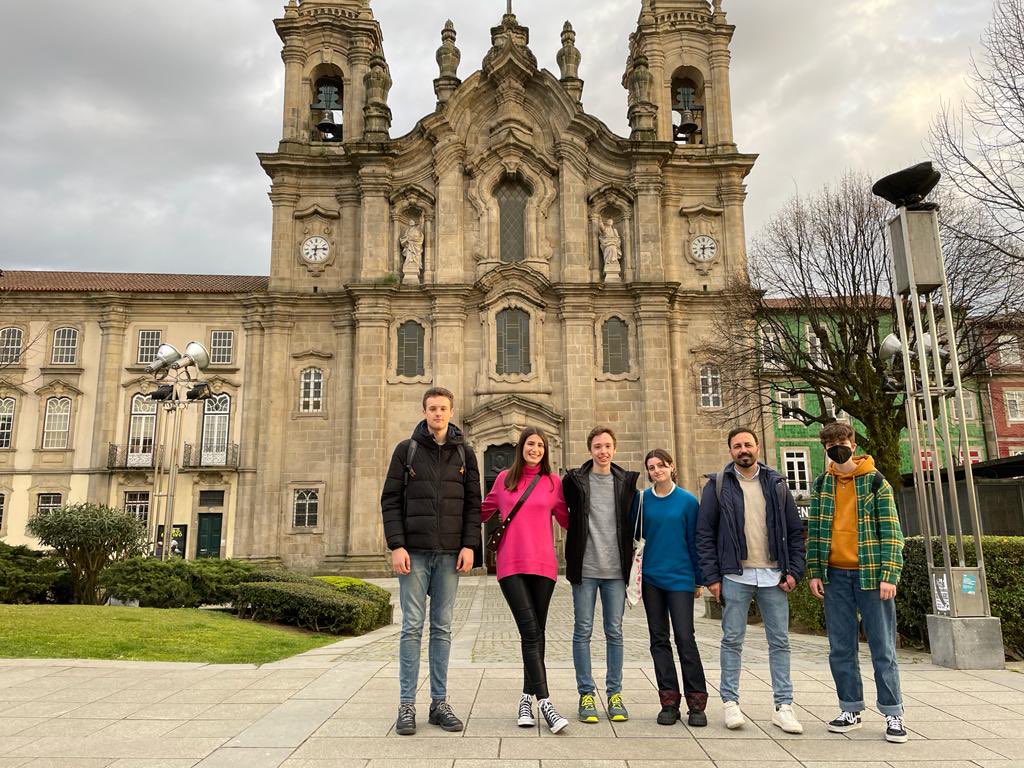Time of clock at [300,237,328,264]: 6:14
